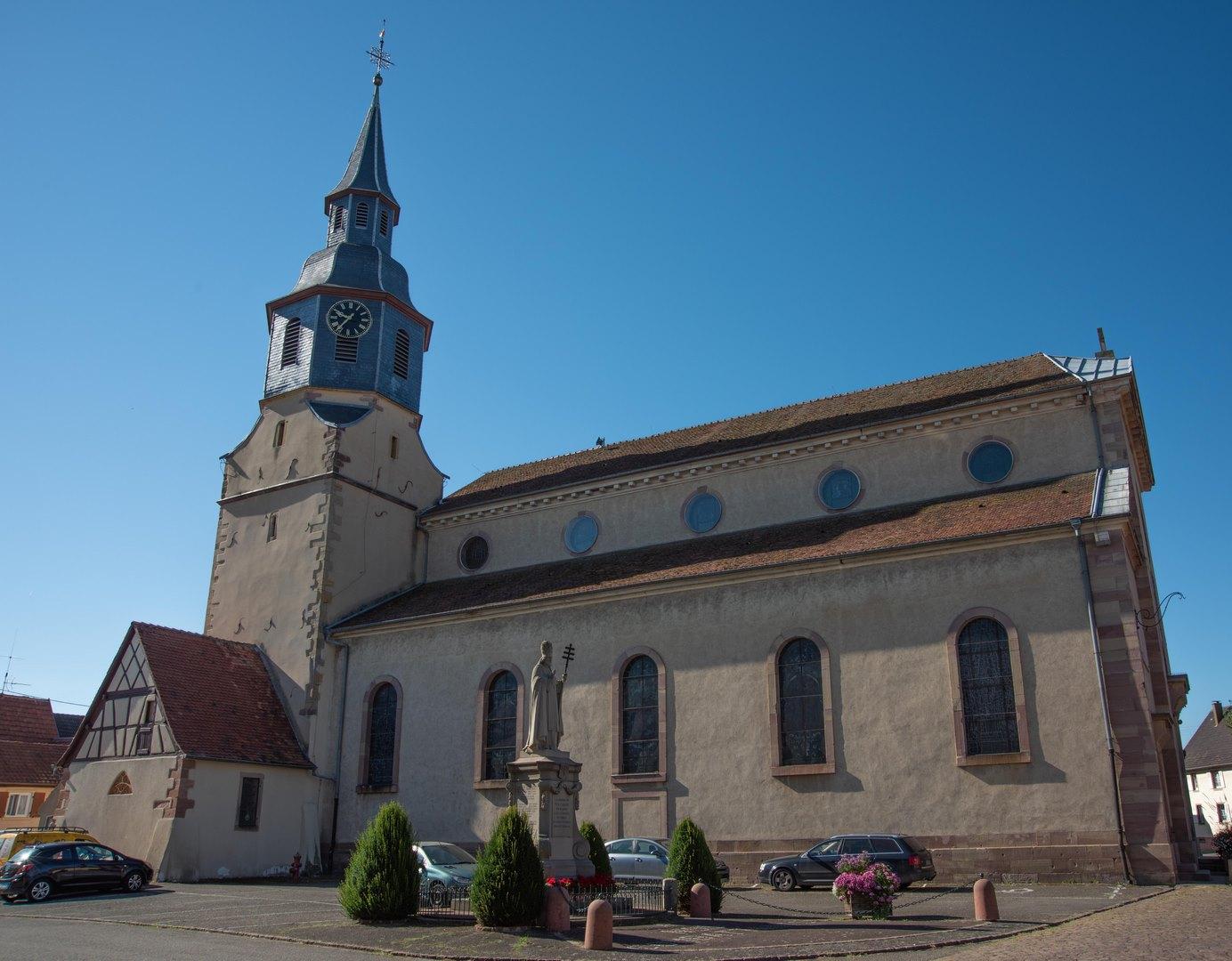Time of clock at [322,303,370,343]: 9:36
